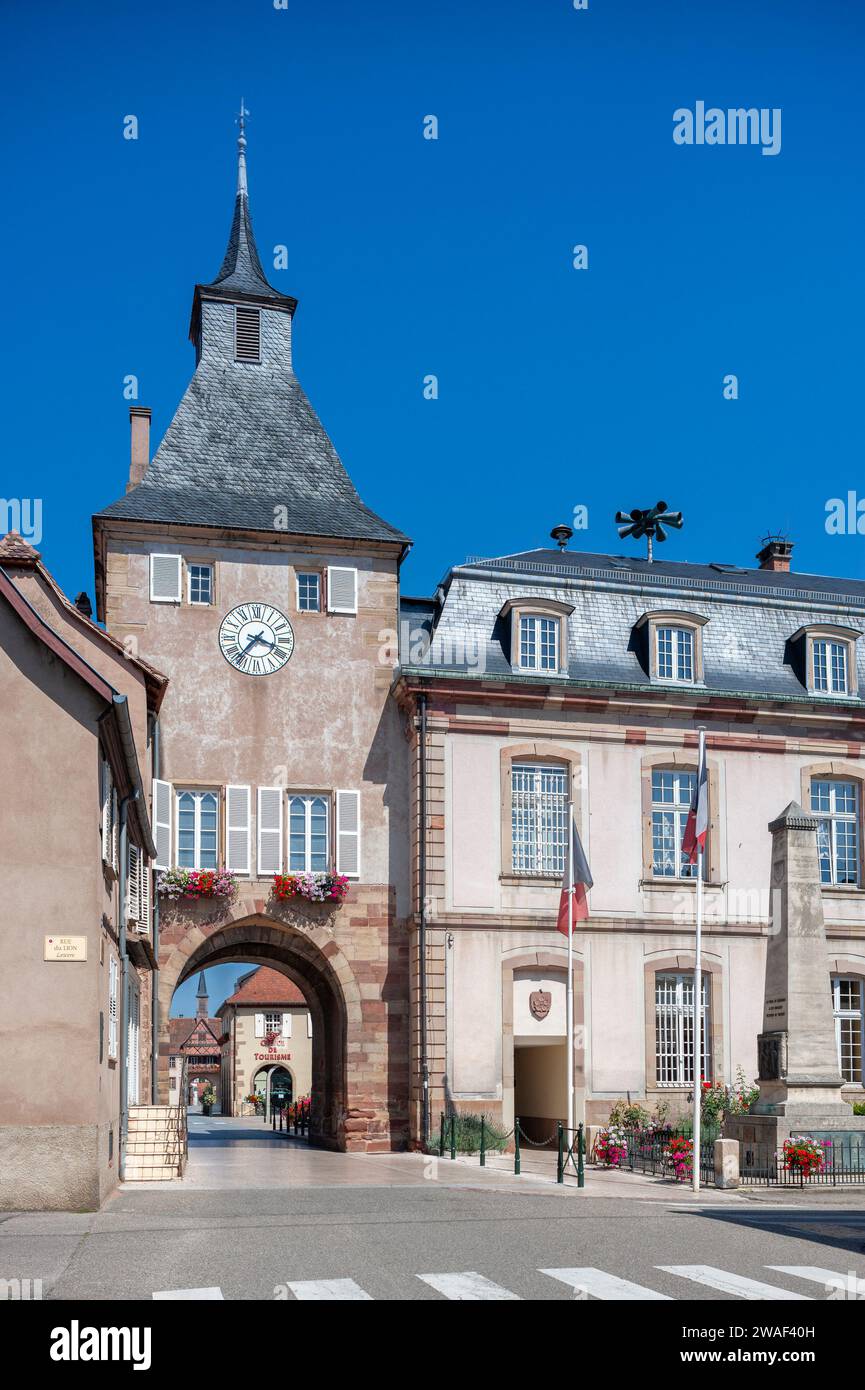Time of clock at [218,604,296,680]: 3:36
